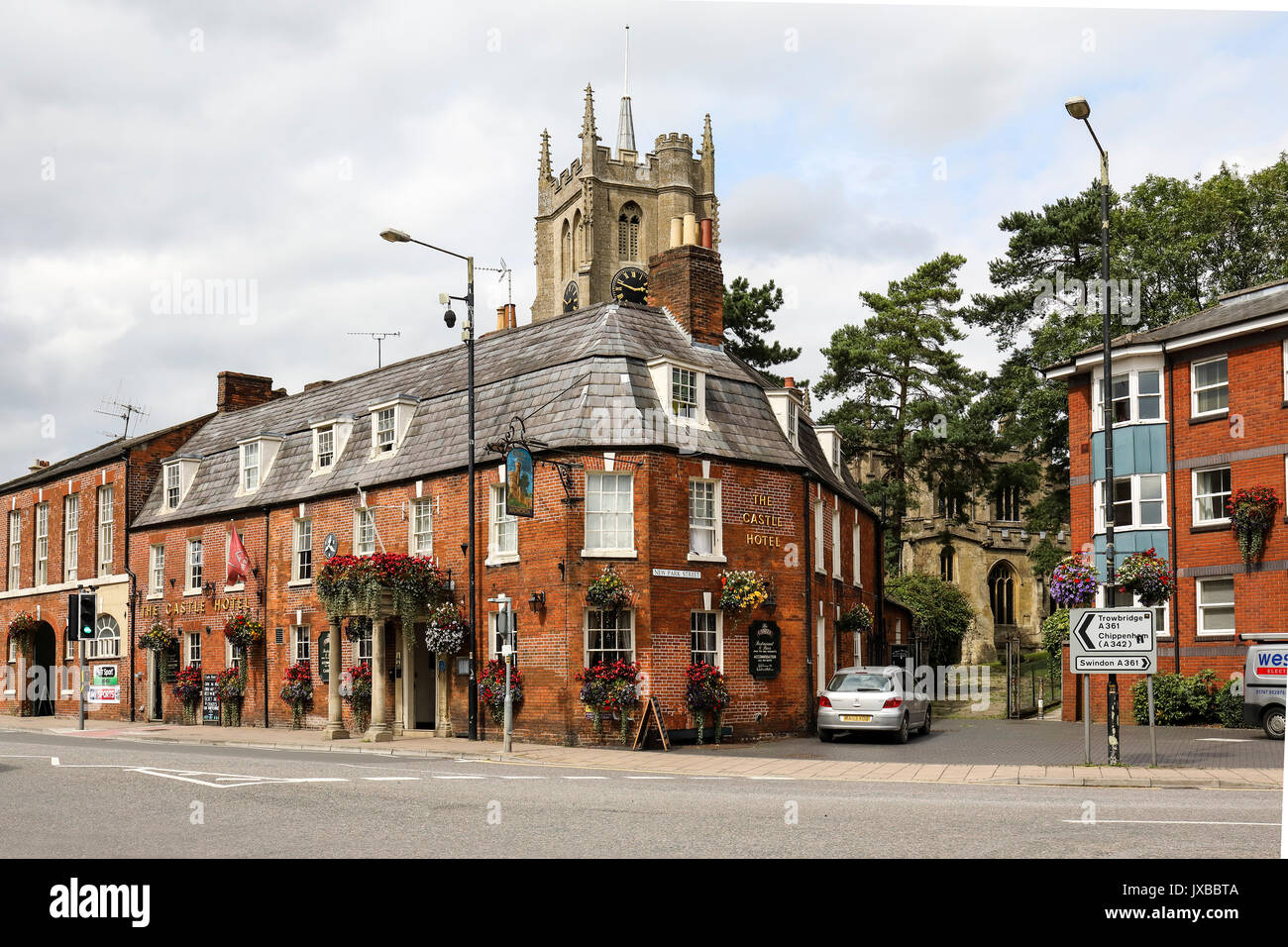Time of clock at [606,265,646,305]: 2:48
